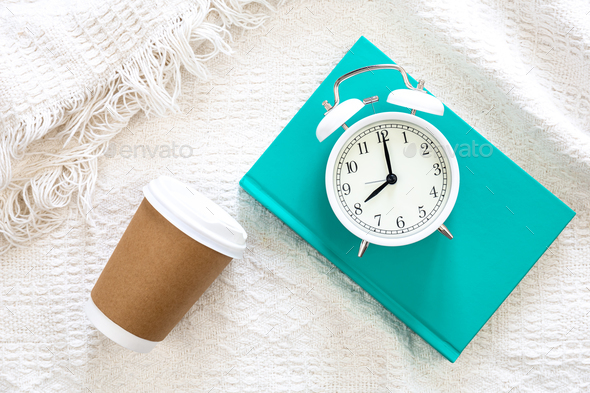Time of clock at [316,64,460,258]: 8:00
